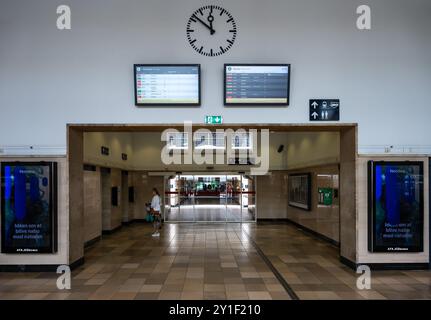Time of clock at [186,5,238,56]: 11:51
